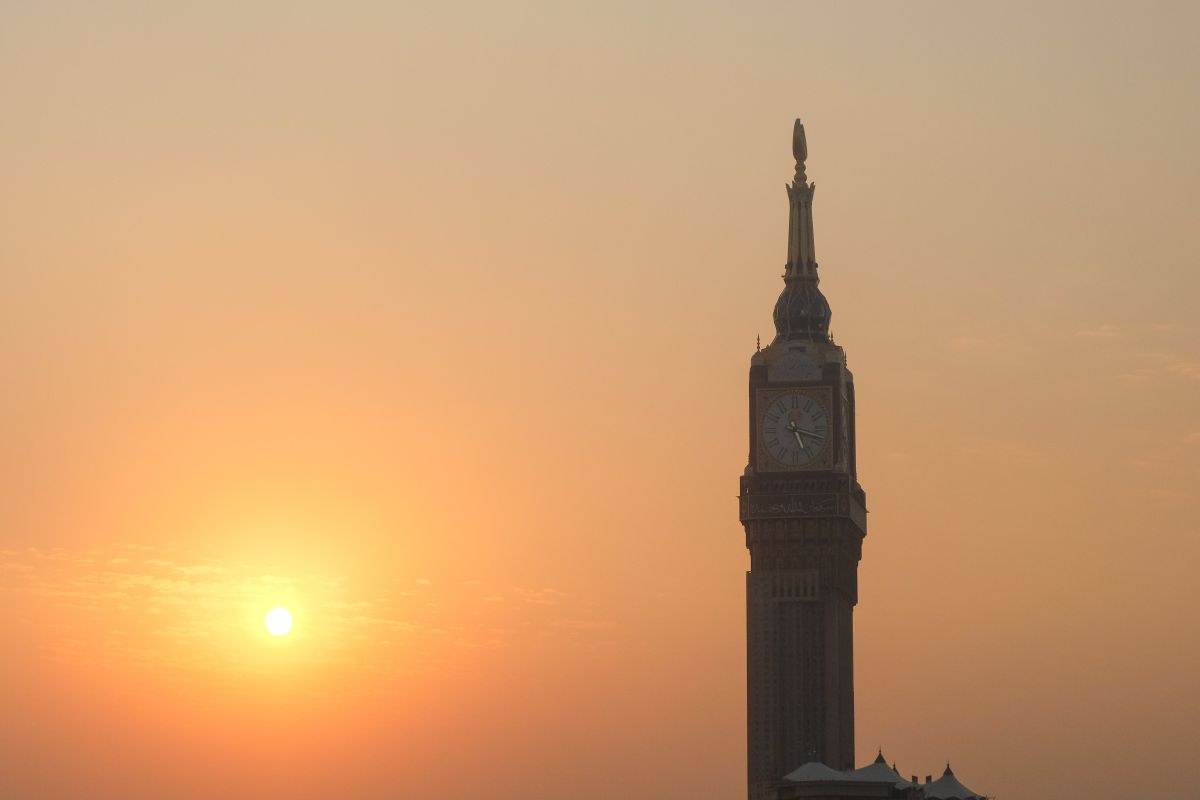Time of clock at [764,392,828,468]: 5:17
